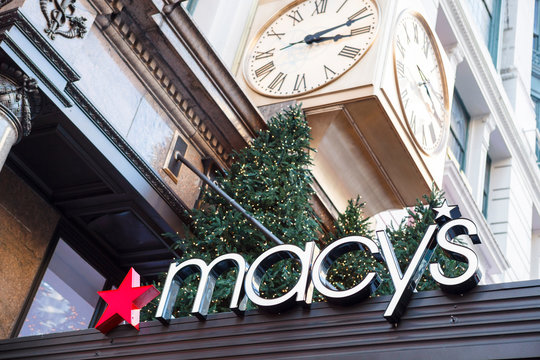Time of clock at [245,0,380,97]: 3:12
